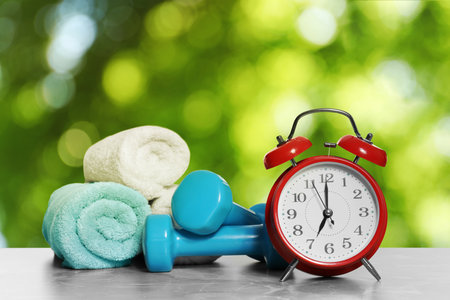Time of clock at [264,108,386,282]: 7:00
